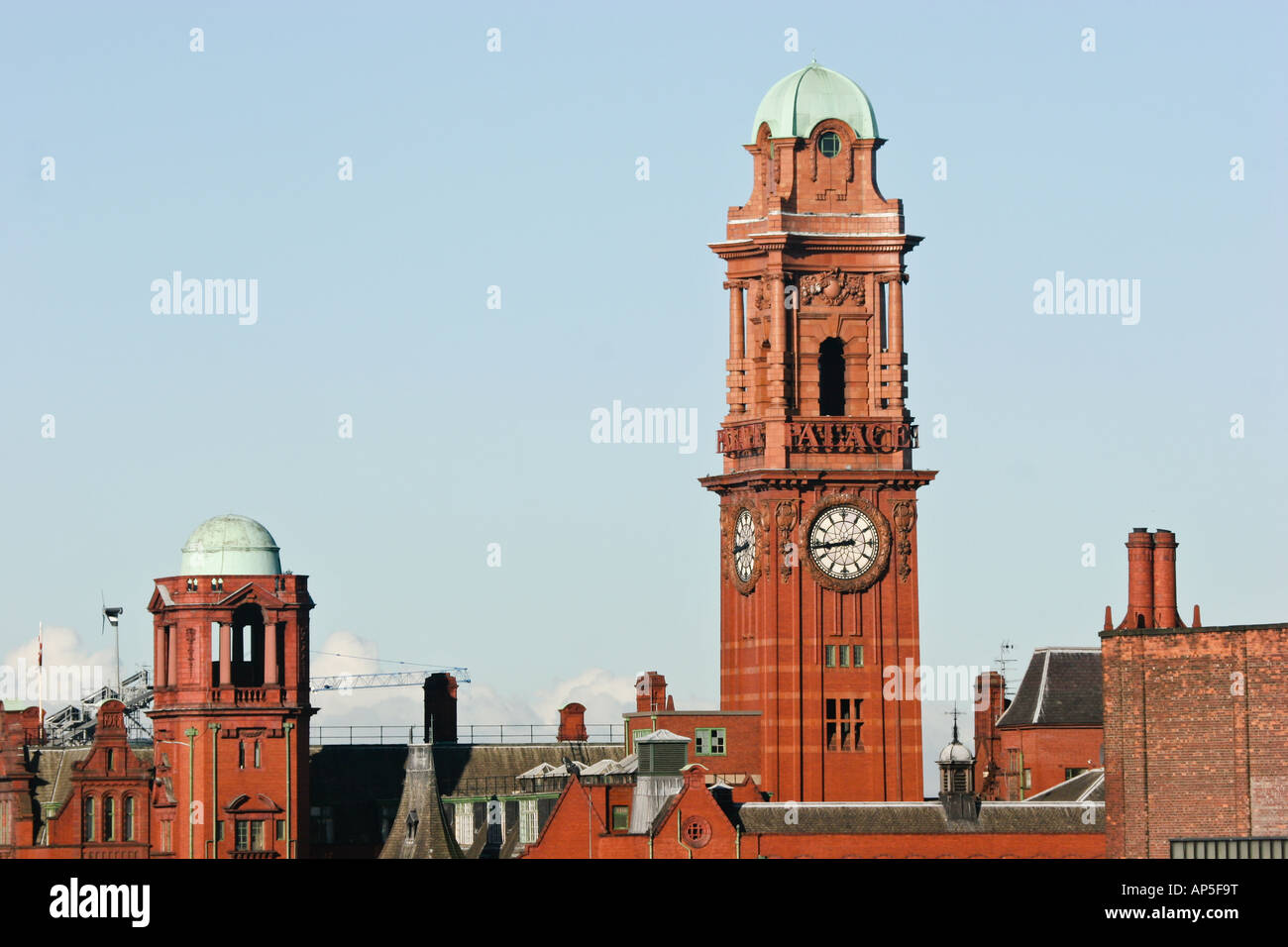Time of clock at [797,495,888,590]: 8:43
